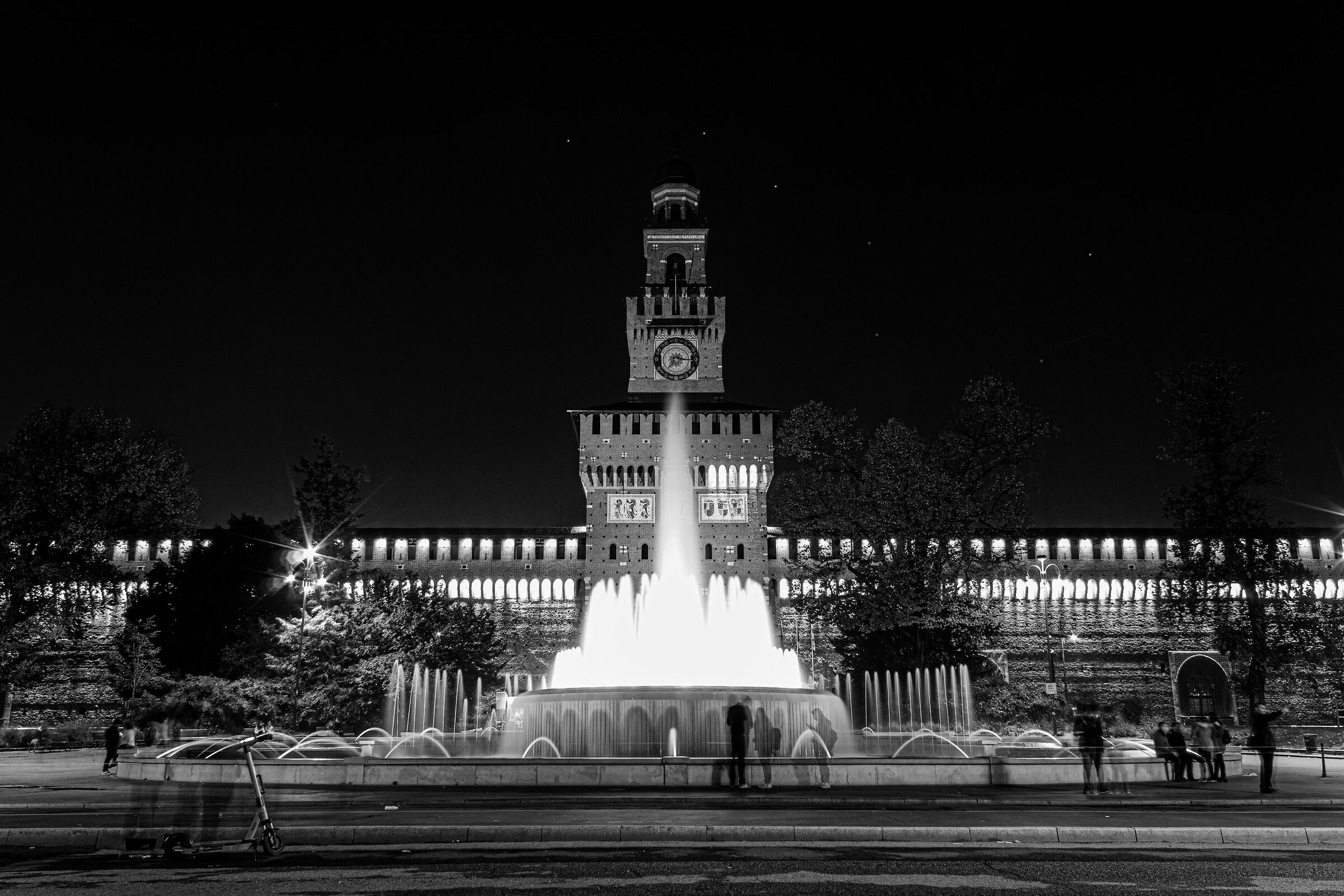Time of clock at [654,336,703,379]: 7:16
